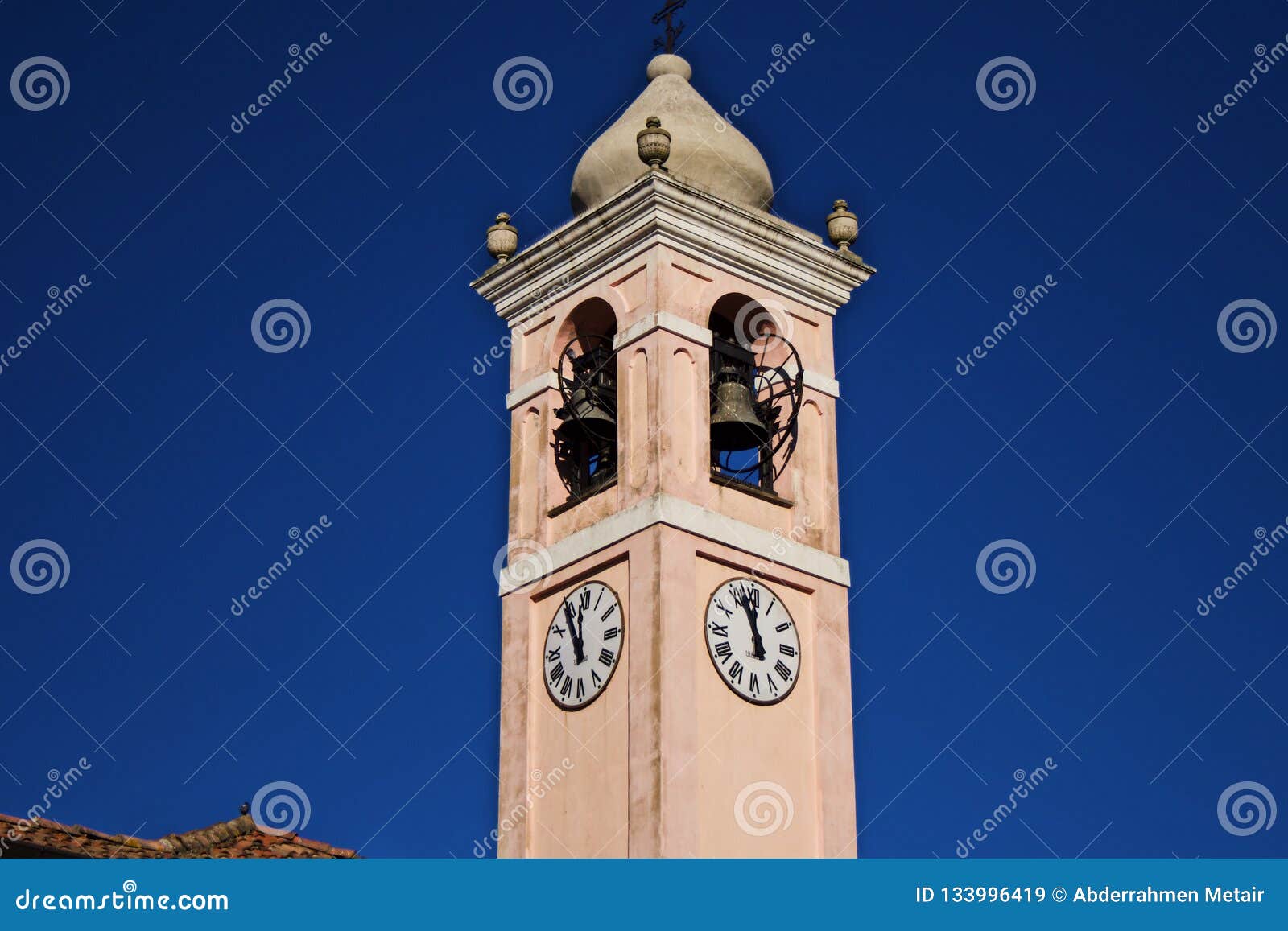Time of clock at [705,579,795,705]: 11:56
